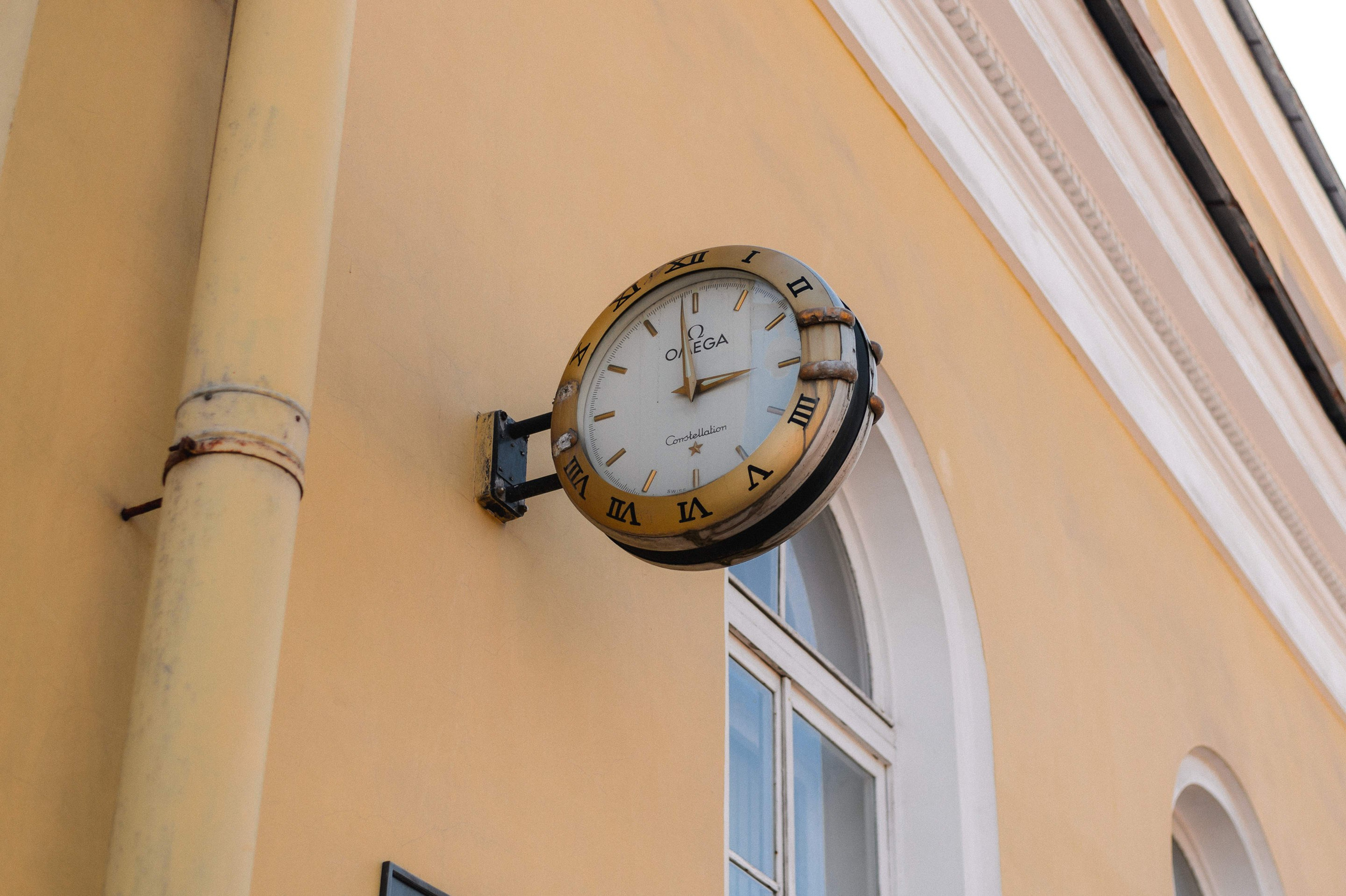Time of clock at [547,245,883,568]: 2:58
